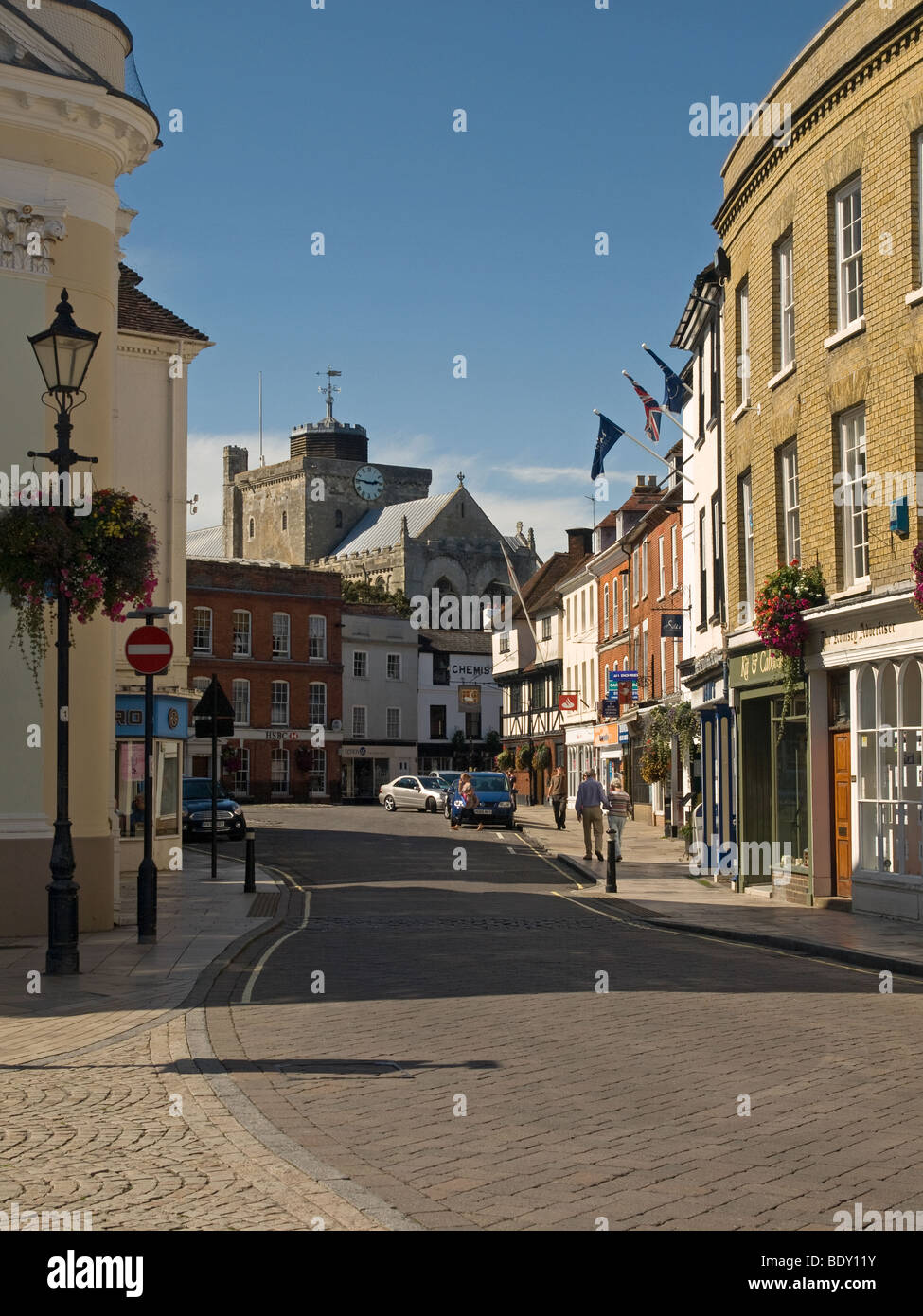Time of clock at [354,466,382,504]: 2:46
